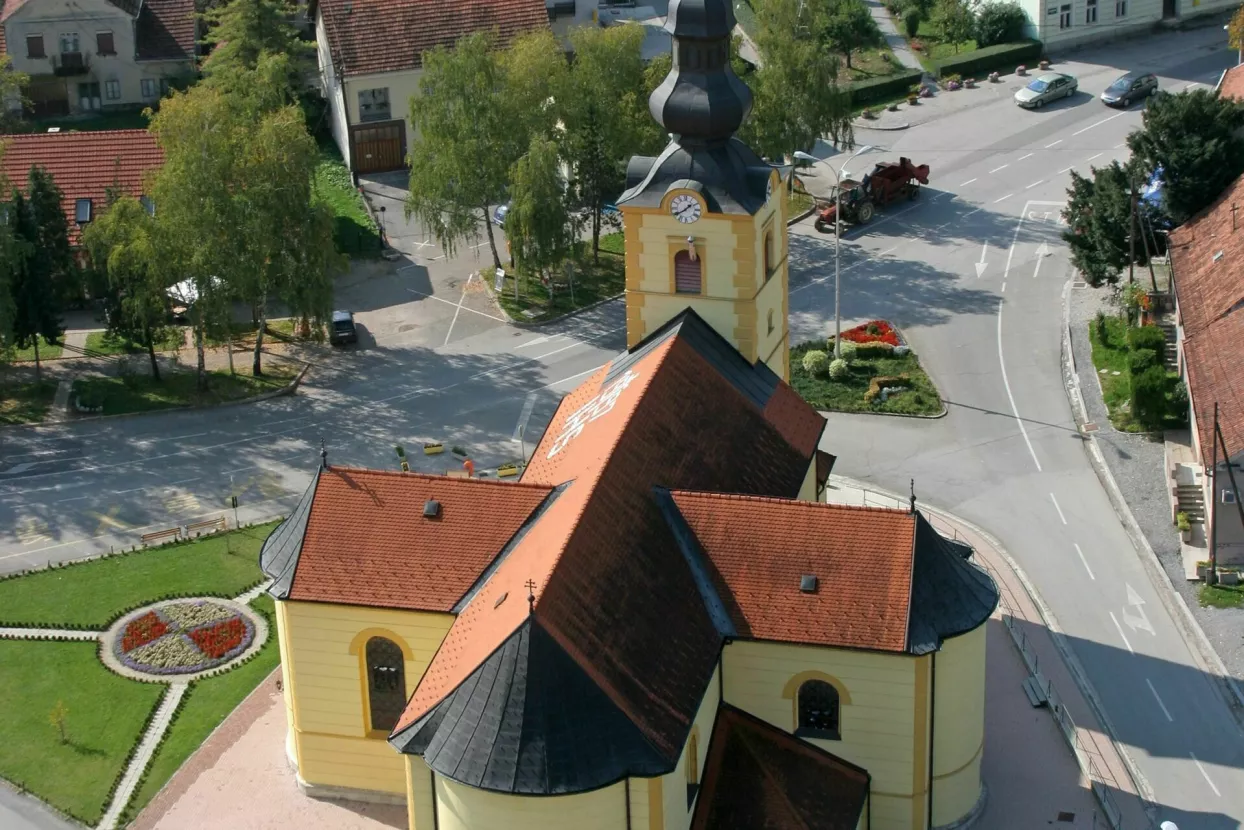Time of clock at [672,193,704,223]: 1:39
